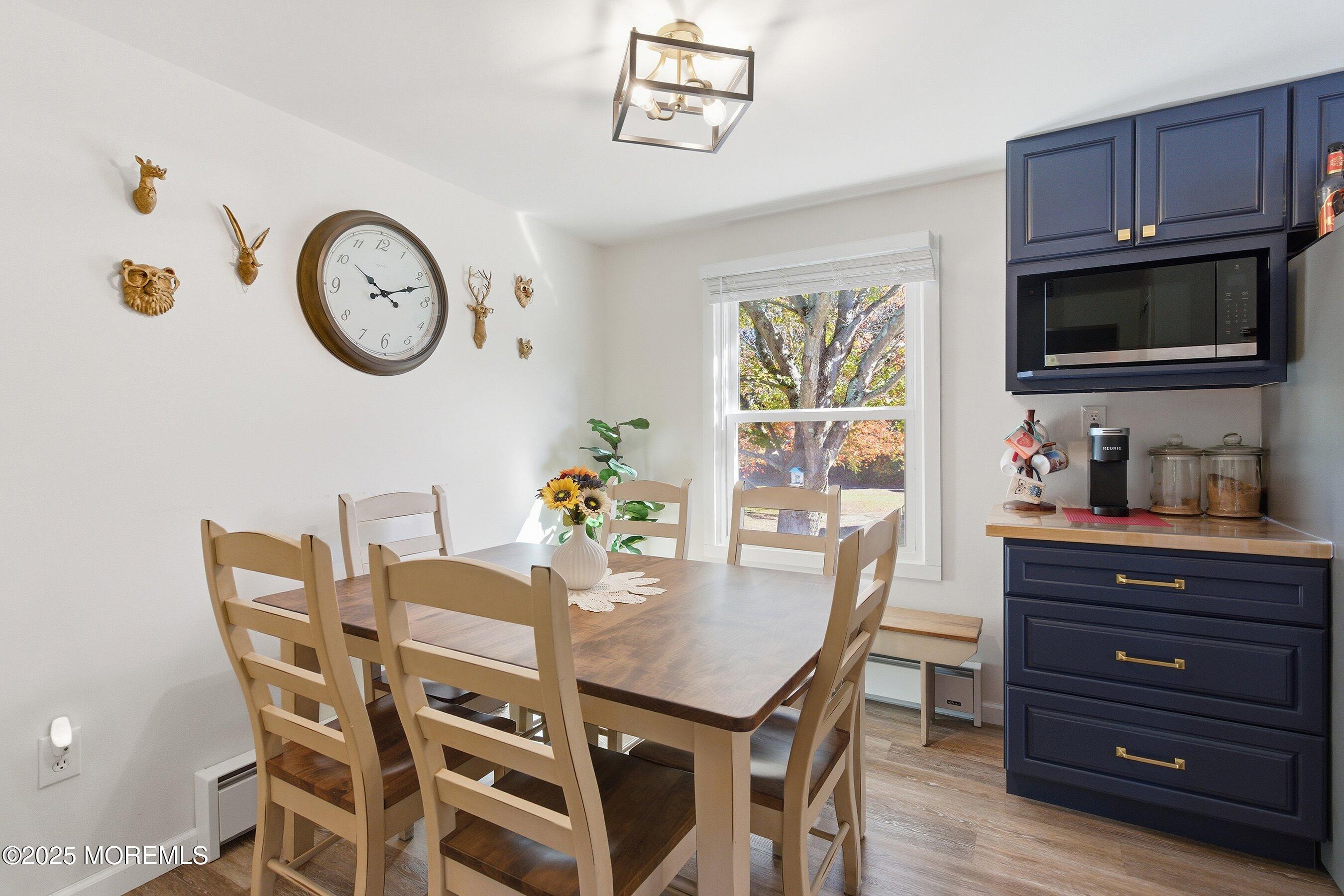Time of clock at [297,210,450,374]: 10:12
